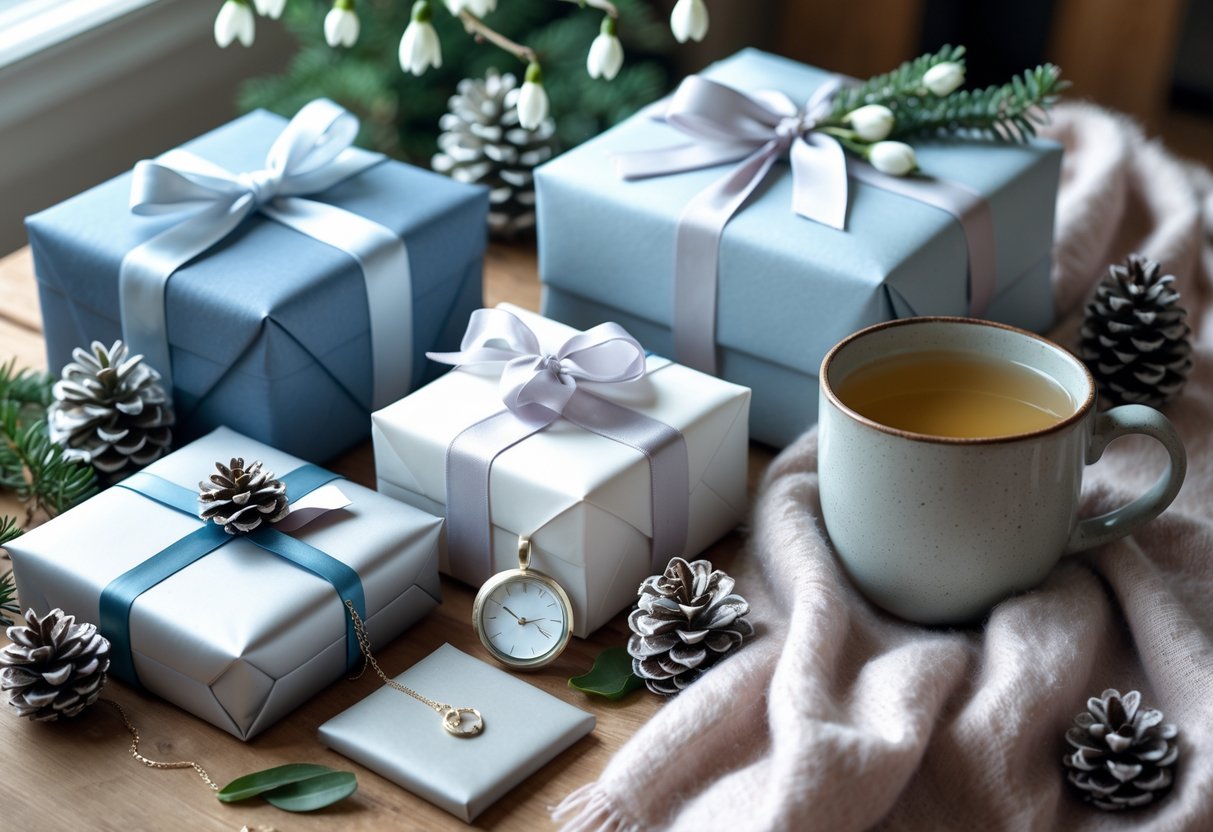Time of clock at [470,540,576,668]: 2:50
